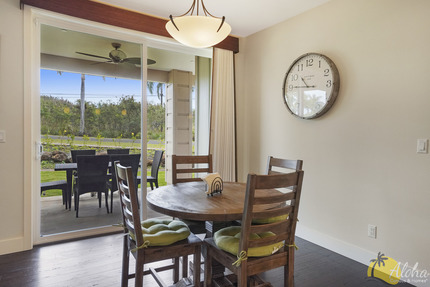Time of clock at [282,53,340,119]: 10:45
